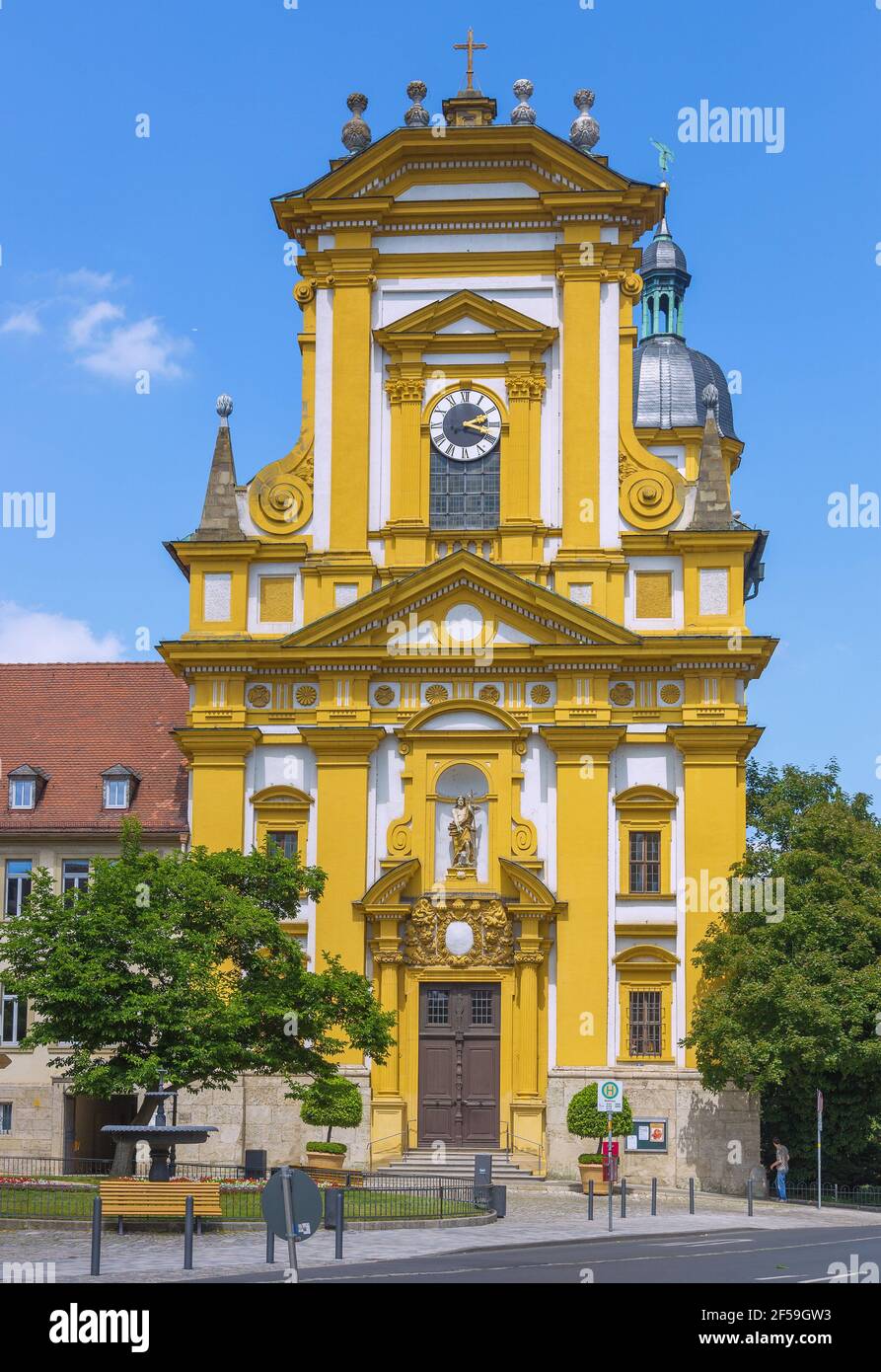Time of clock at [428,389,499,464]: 2:18
